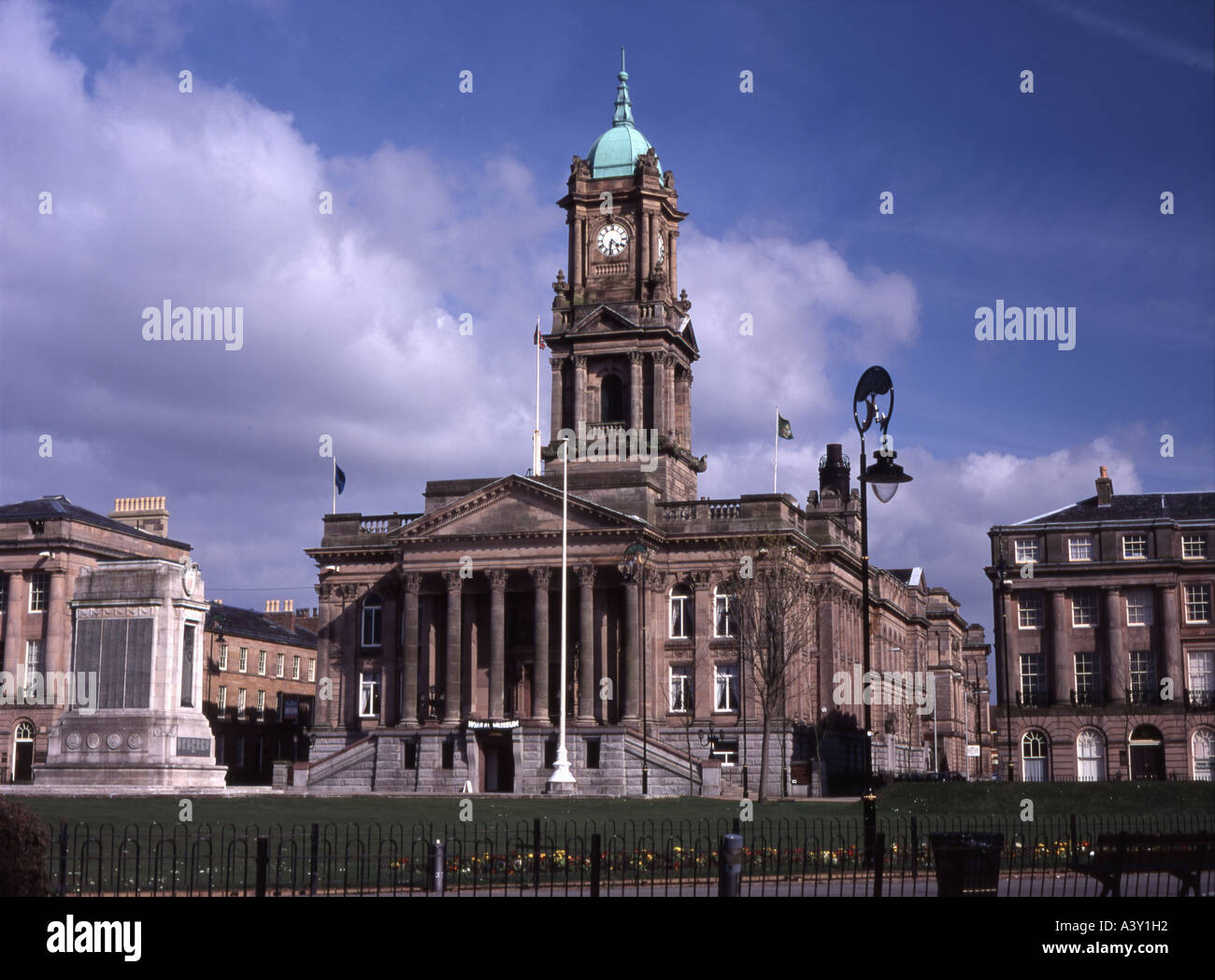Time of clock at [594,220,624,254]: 4:31
